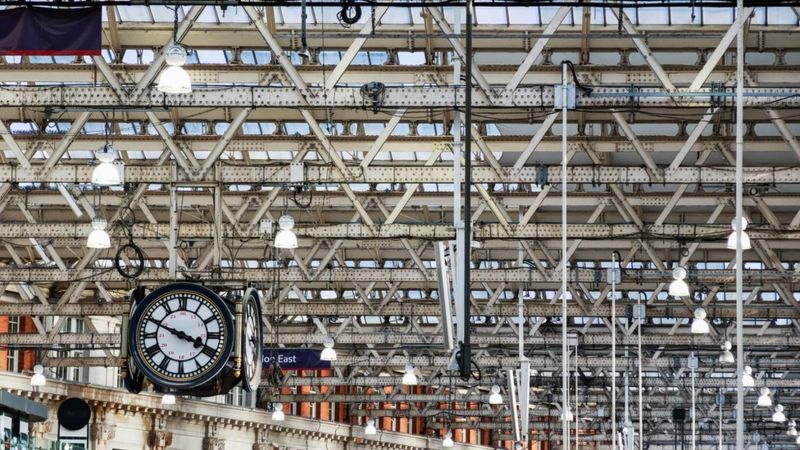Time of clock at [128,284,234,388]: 3:48
